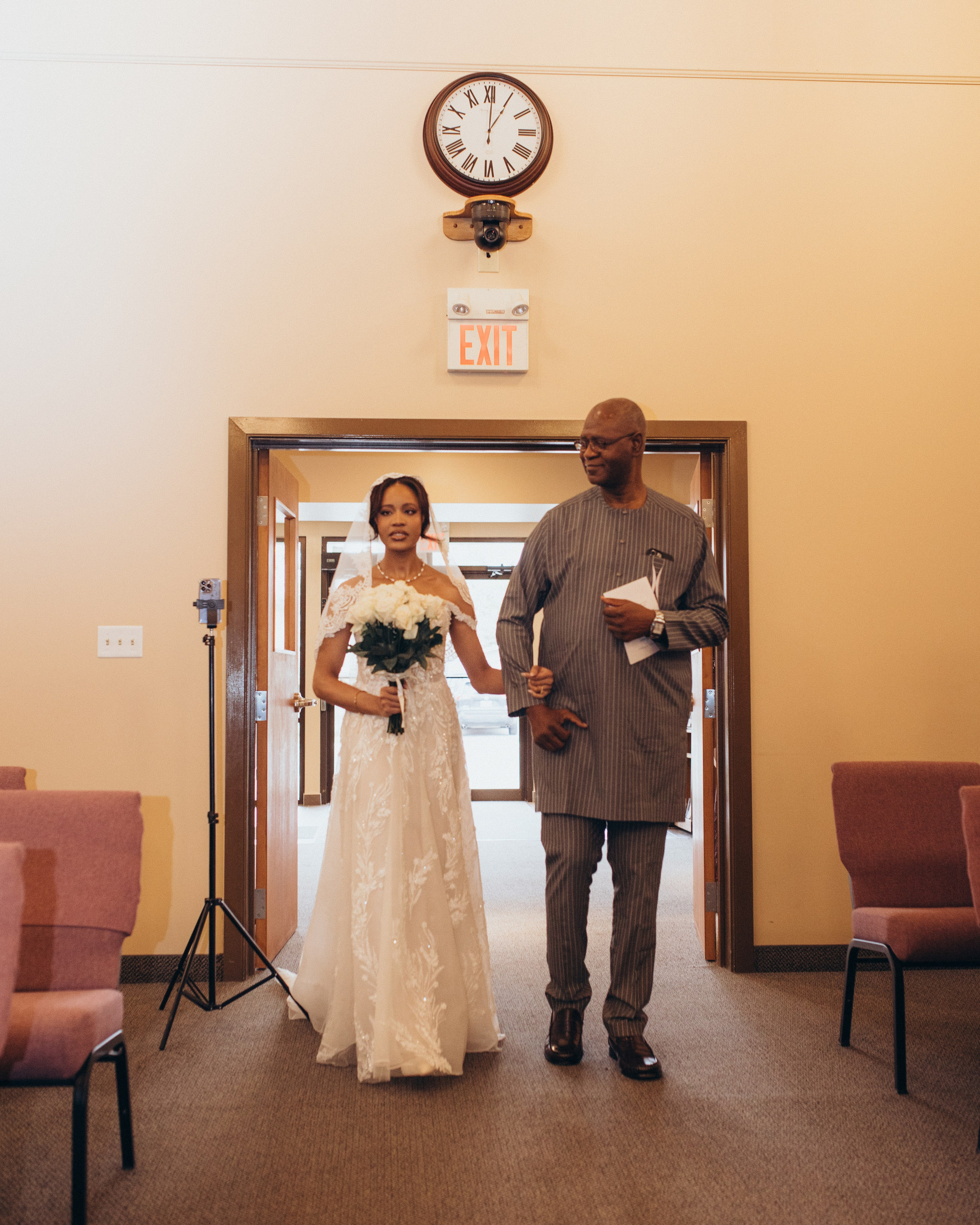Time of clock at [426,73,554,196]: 1:00
